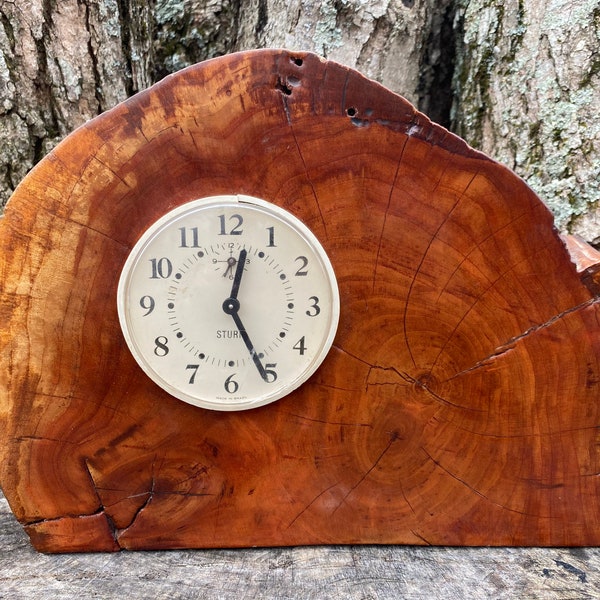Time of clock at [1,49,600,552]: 12:25
